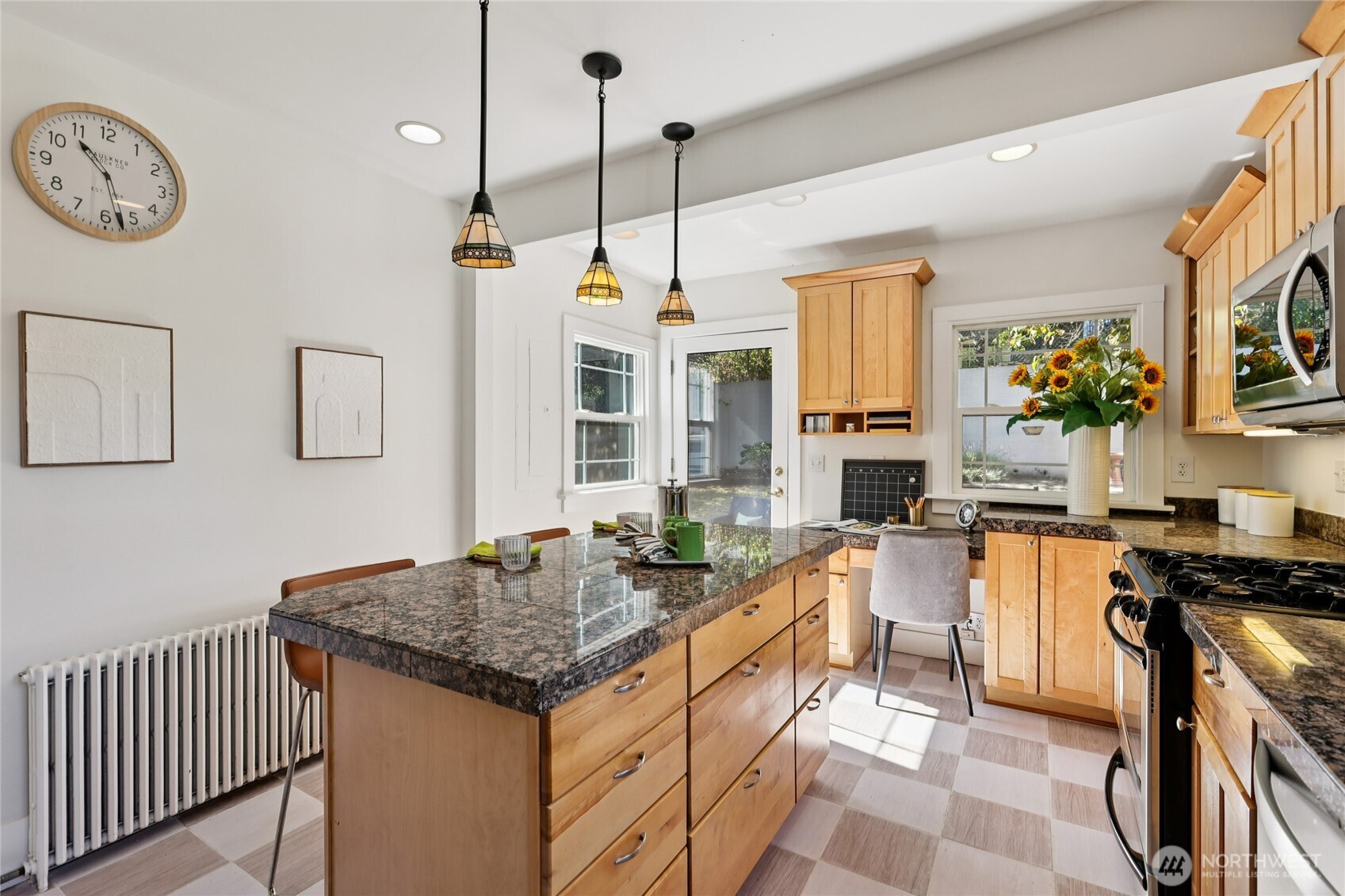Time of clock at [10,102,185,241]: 10:27
